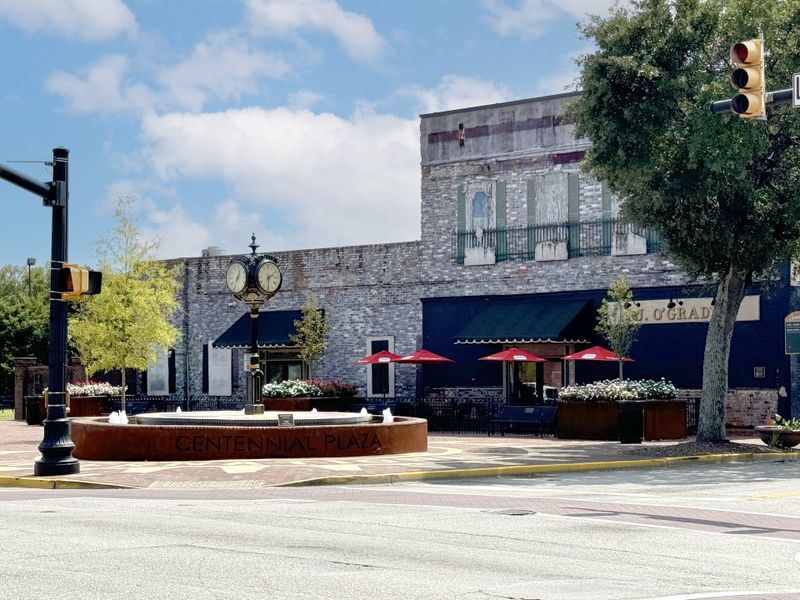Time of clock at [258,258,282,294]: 2:29
